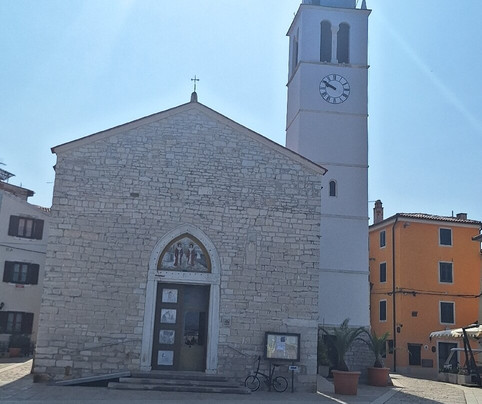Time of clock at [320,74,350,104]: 9:50
